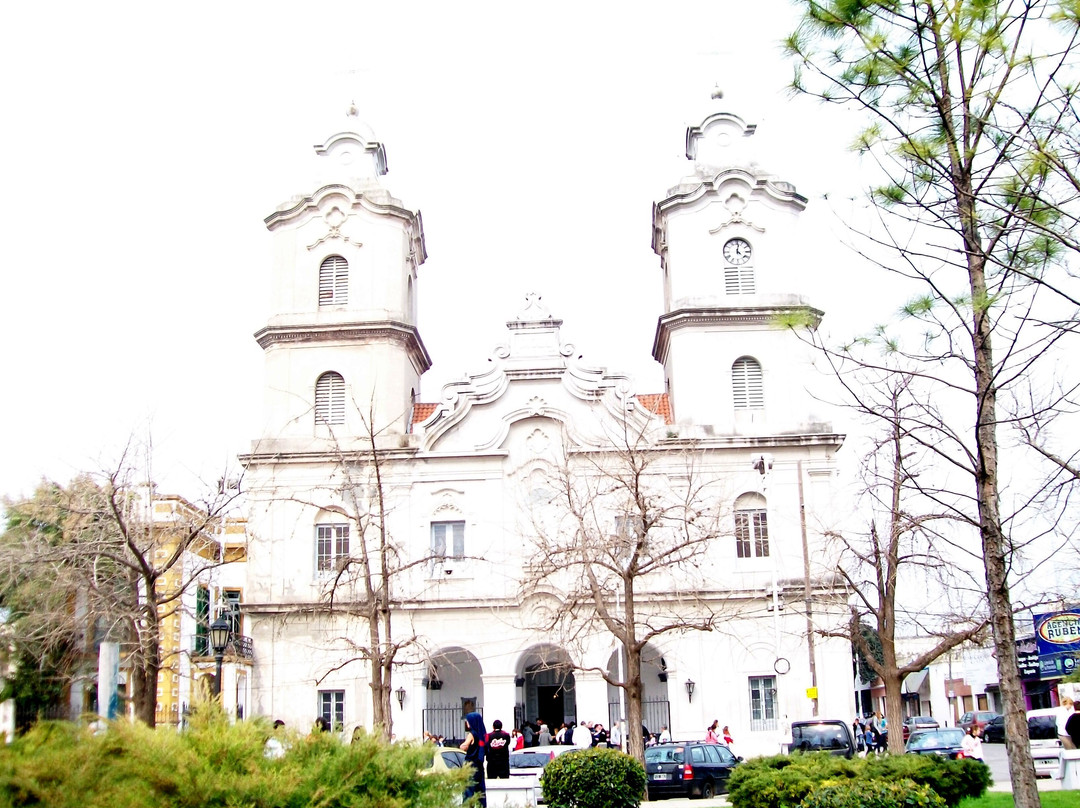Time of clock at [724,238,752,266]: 4:01
